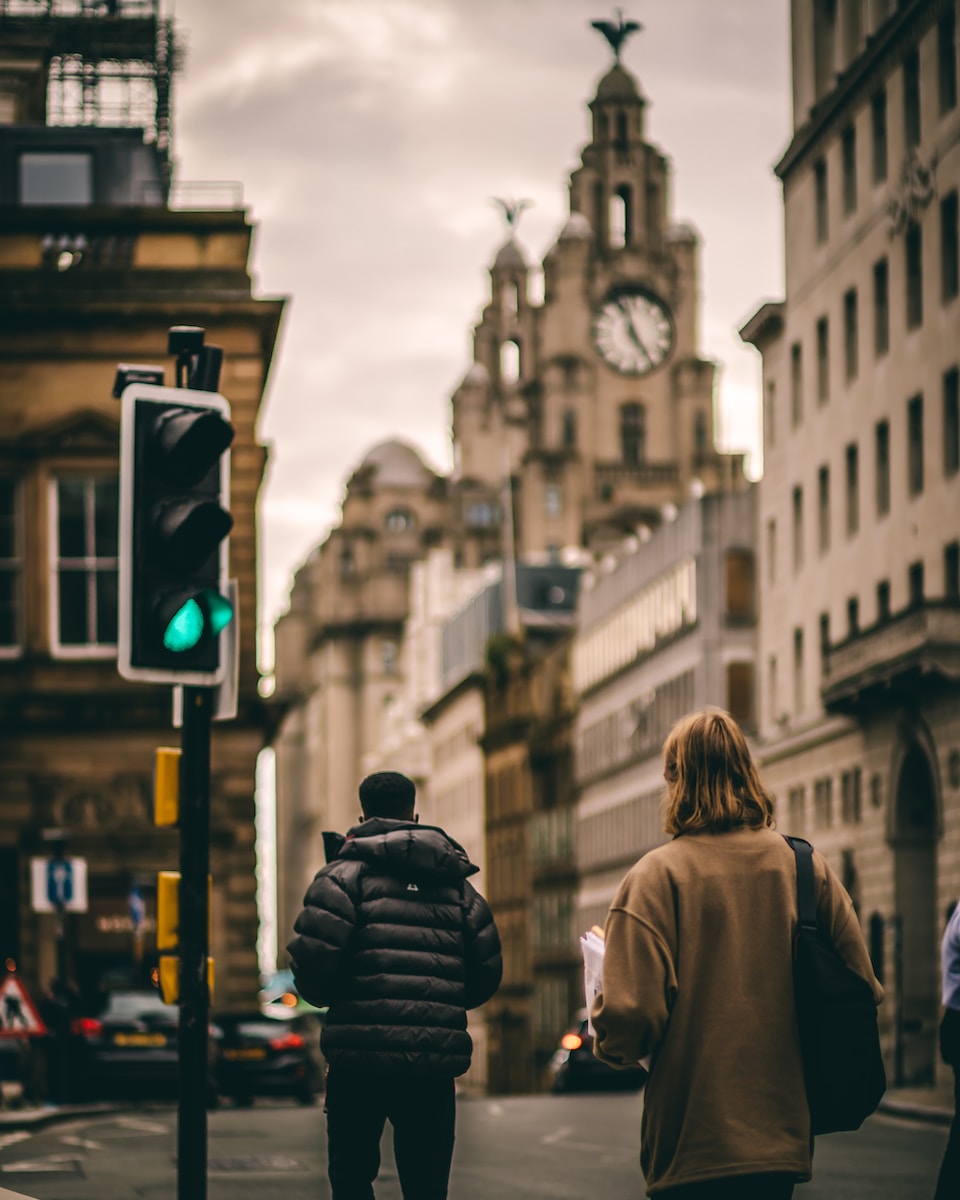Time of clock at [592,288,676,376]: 4:57
